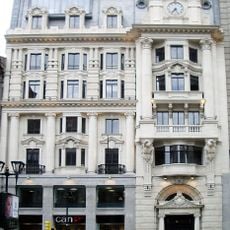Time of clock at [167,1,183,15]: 7:25
